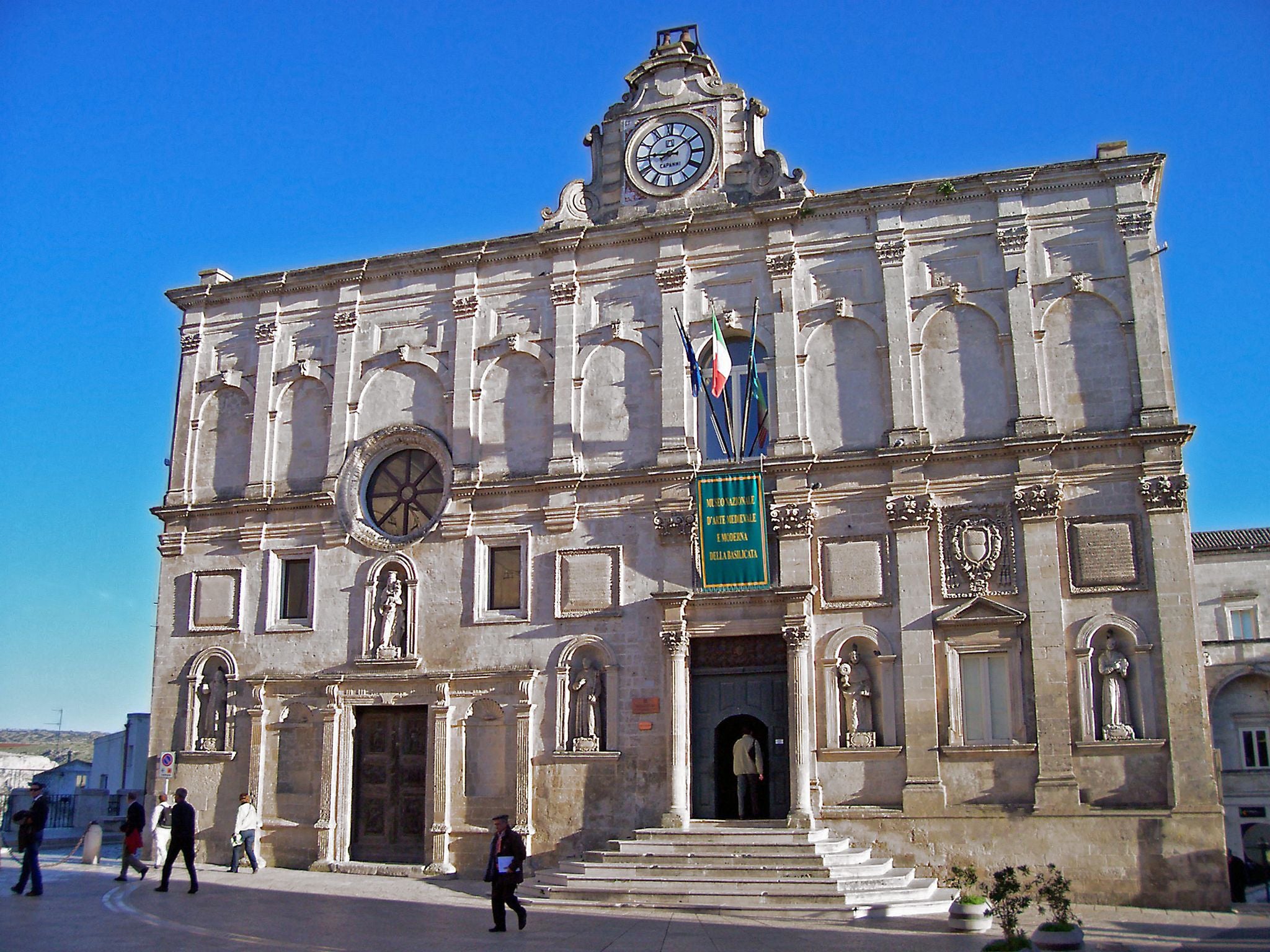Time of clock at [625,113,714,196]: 9:09
